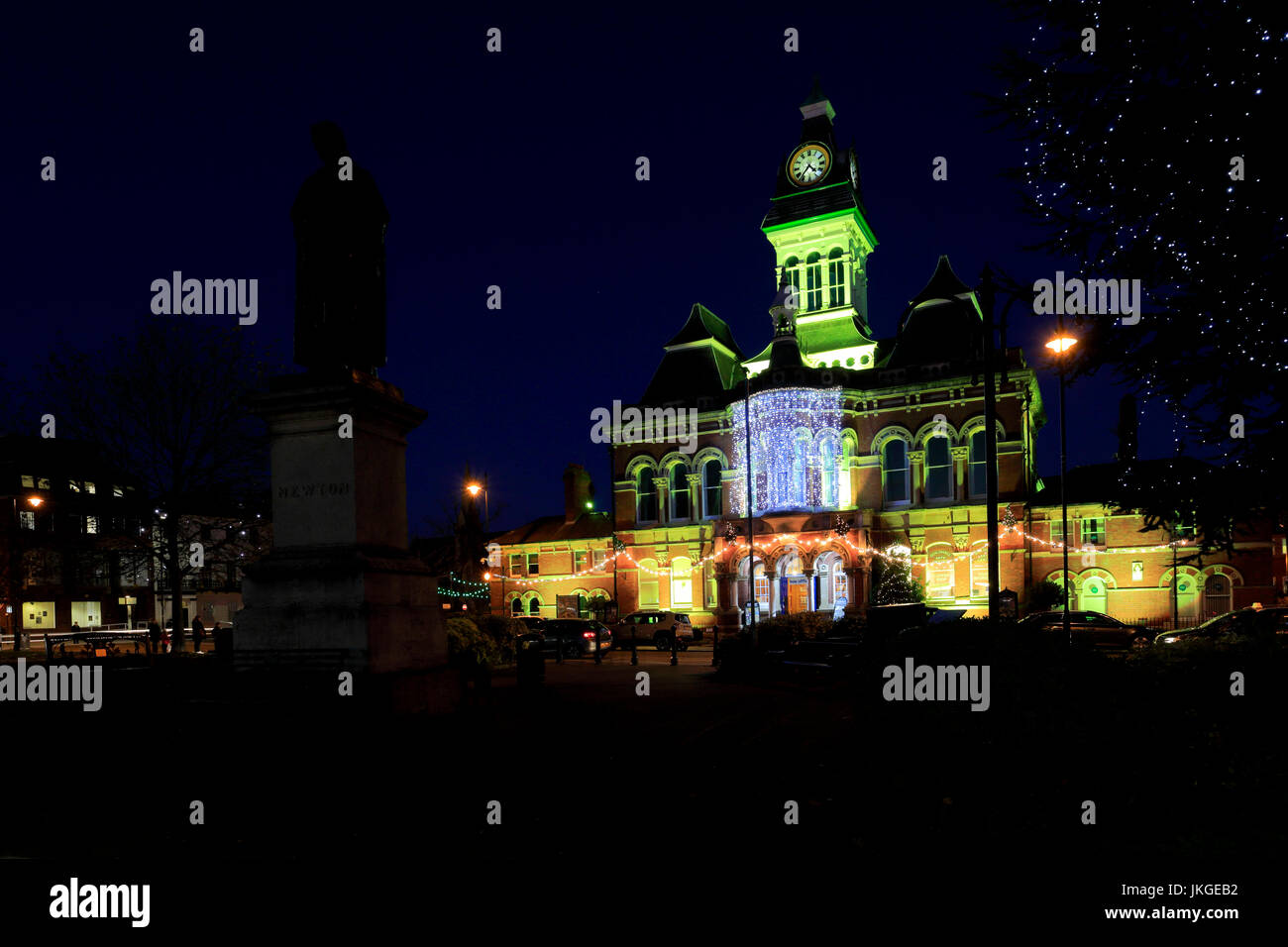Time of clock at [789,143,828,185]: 4:36
